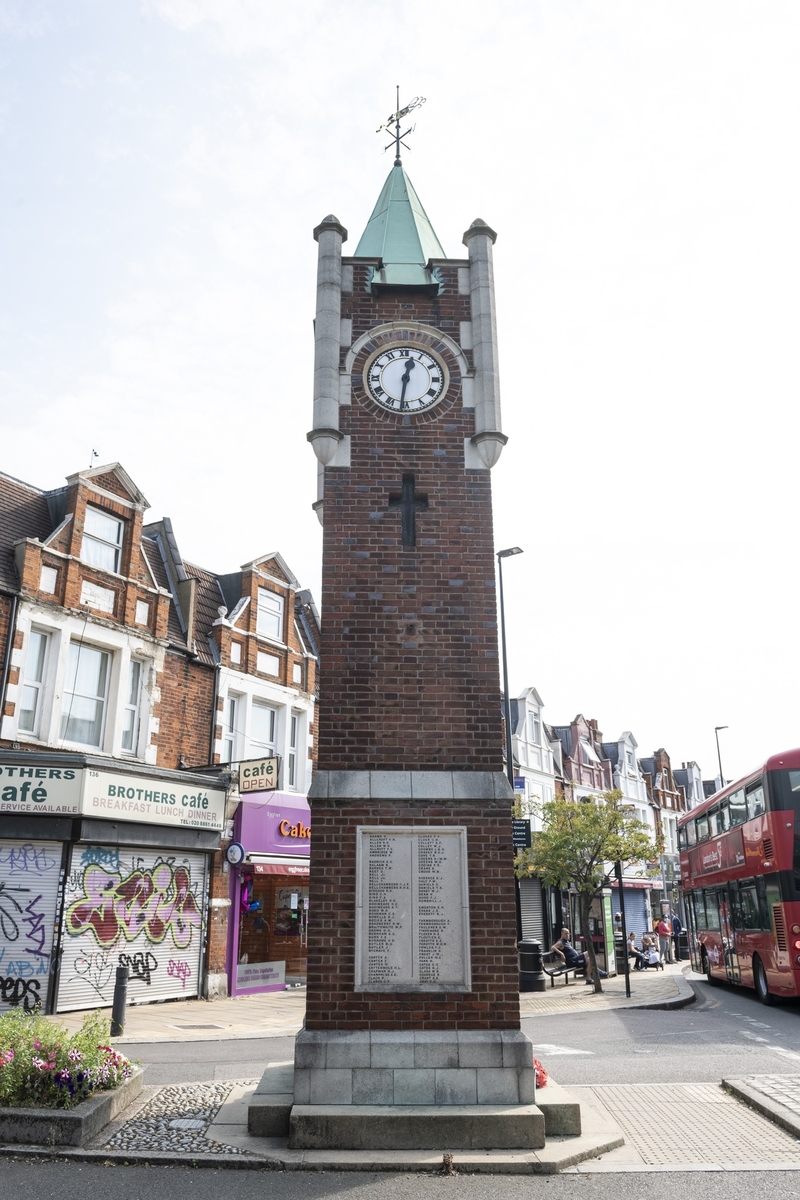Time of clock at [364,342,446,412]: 12:31
